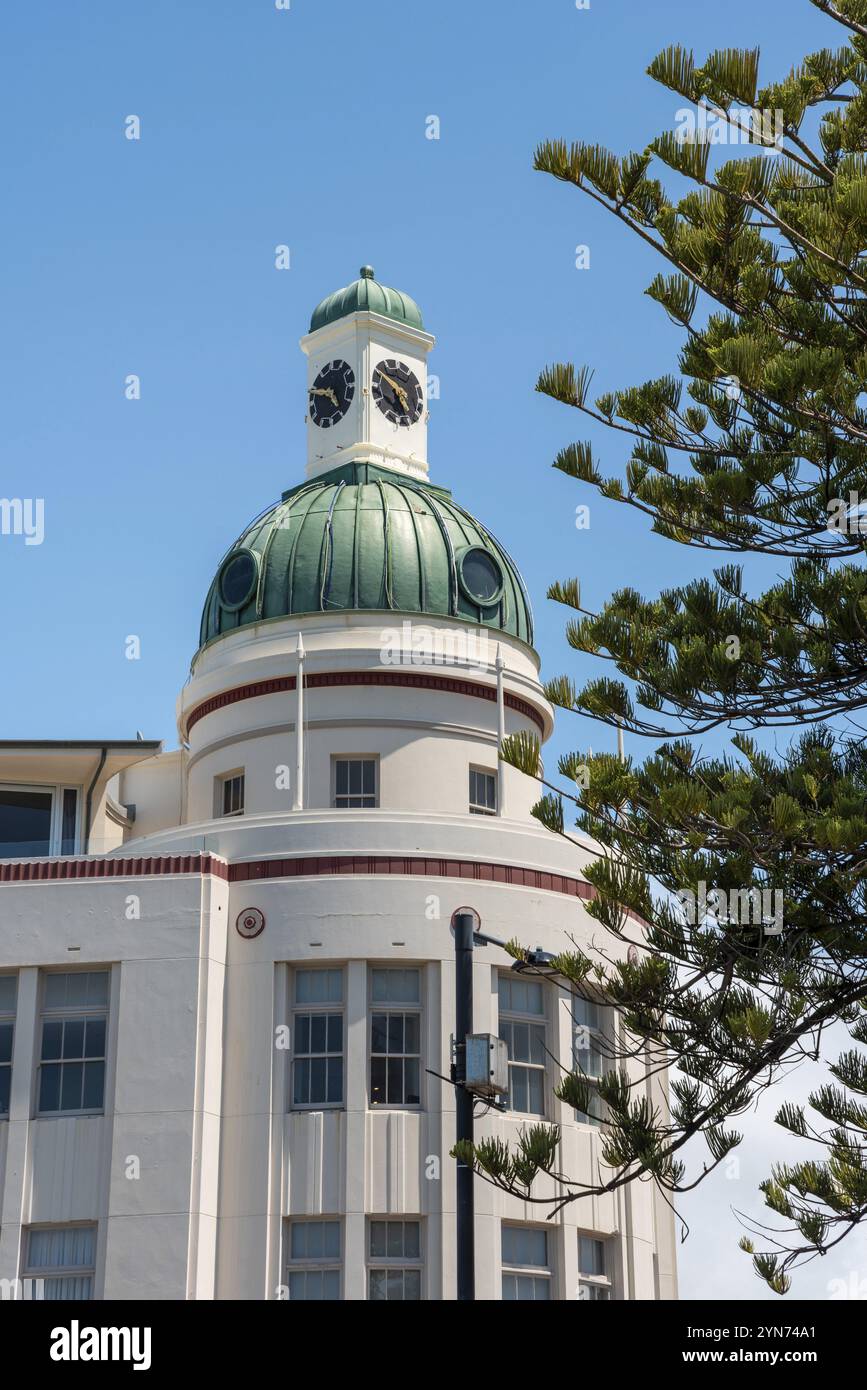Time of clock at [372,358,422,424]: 4:50
